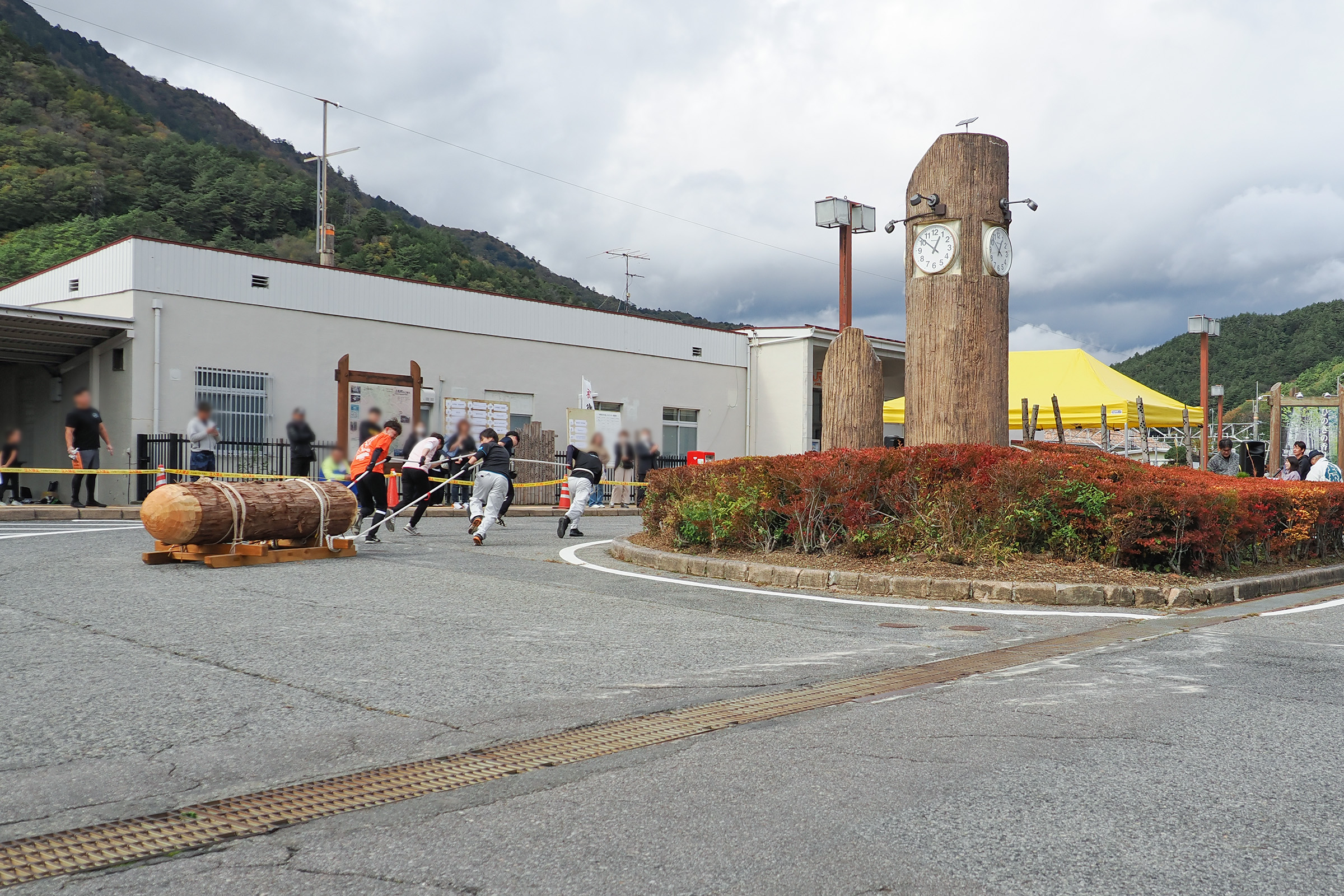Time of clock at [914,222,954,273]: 12:51
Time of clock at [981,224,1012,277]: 12:52
